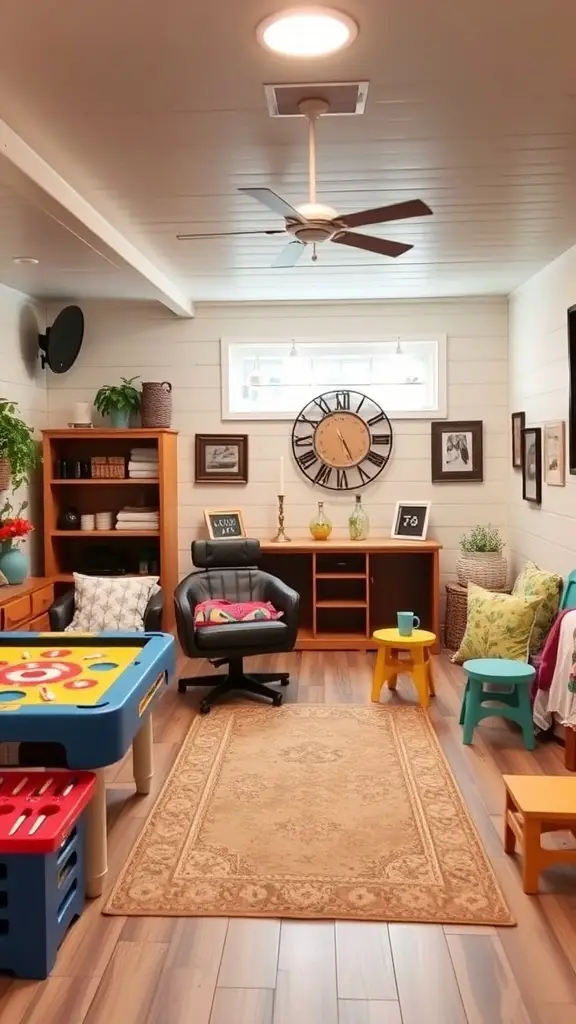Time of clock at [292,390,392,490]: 5:25
